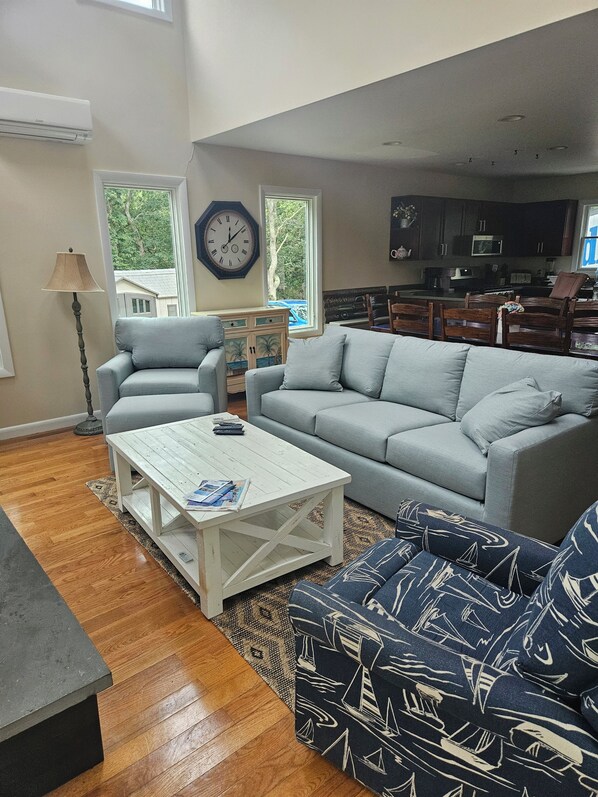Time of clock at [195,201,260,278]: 12:08
